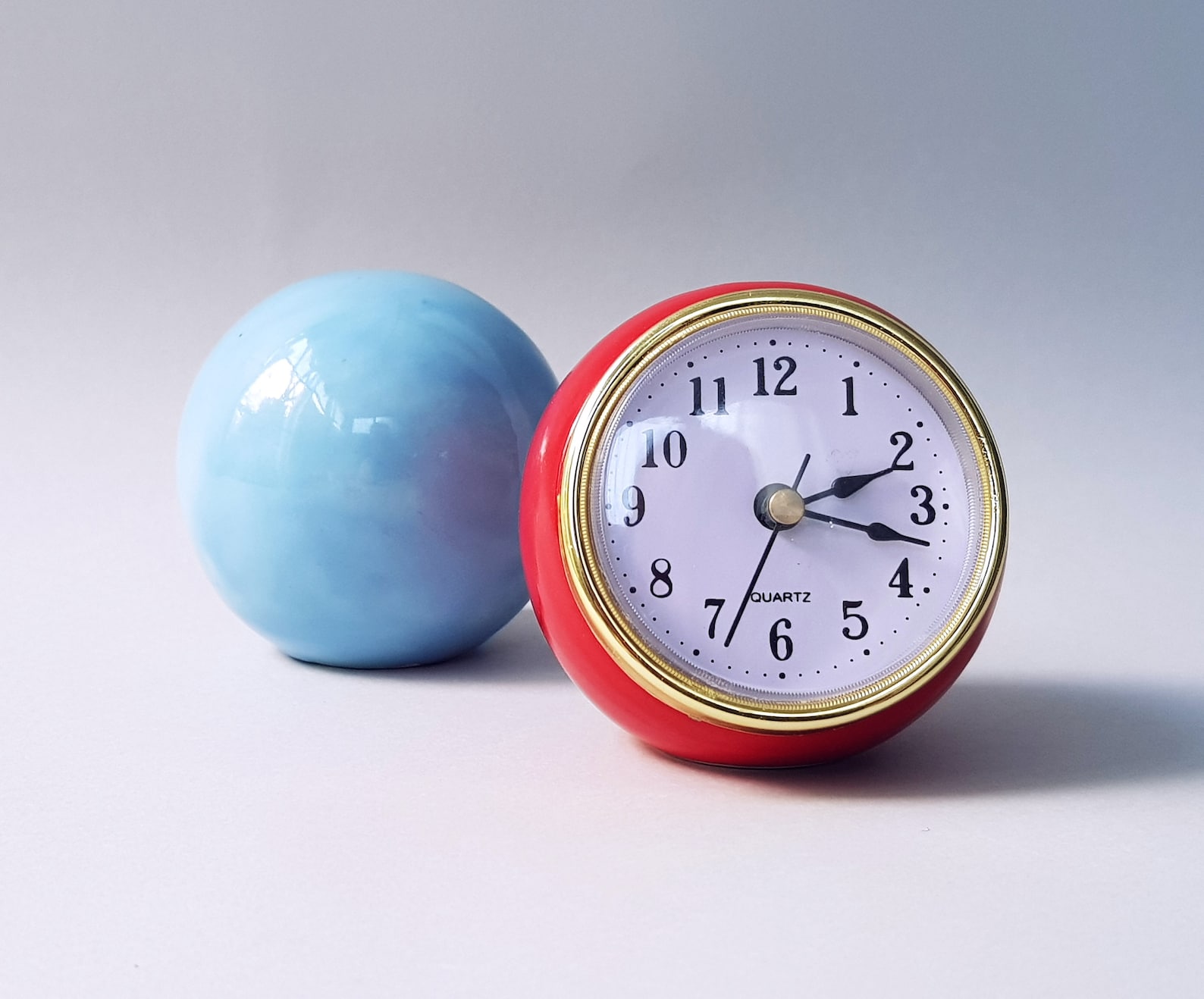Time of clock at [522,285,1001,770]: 2:17
